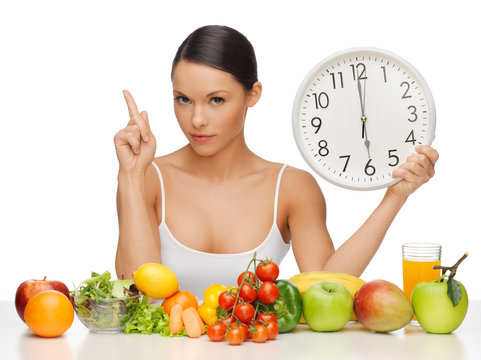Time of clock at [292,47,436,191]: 5:59
